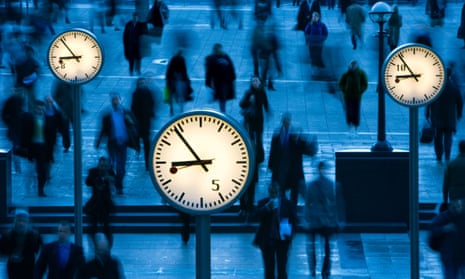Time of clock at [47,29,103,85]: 8:53
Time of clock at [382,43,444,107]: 8:53
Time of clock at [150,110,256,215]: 8:53
